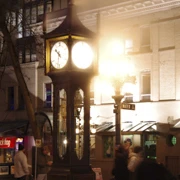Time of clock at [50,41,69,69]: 10:32
